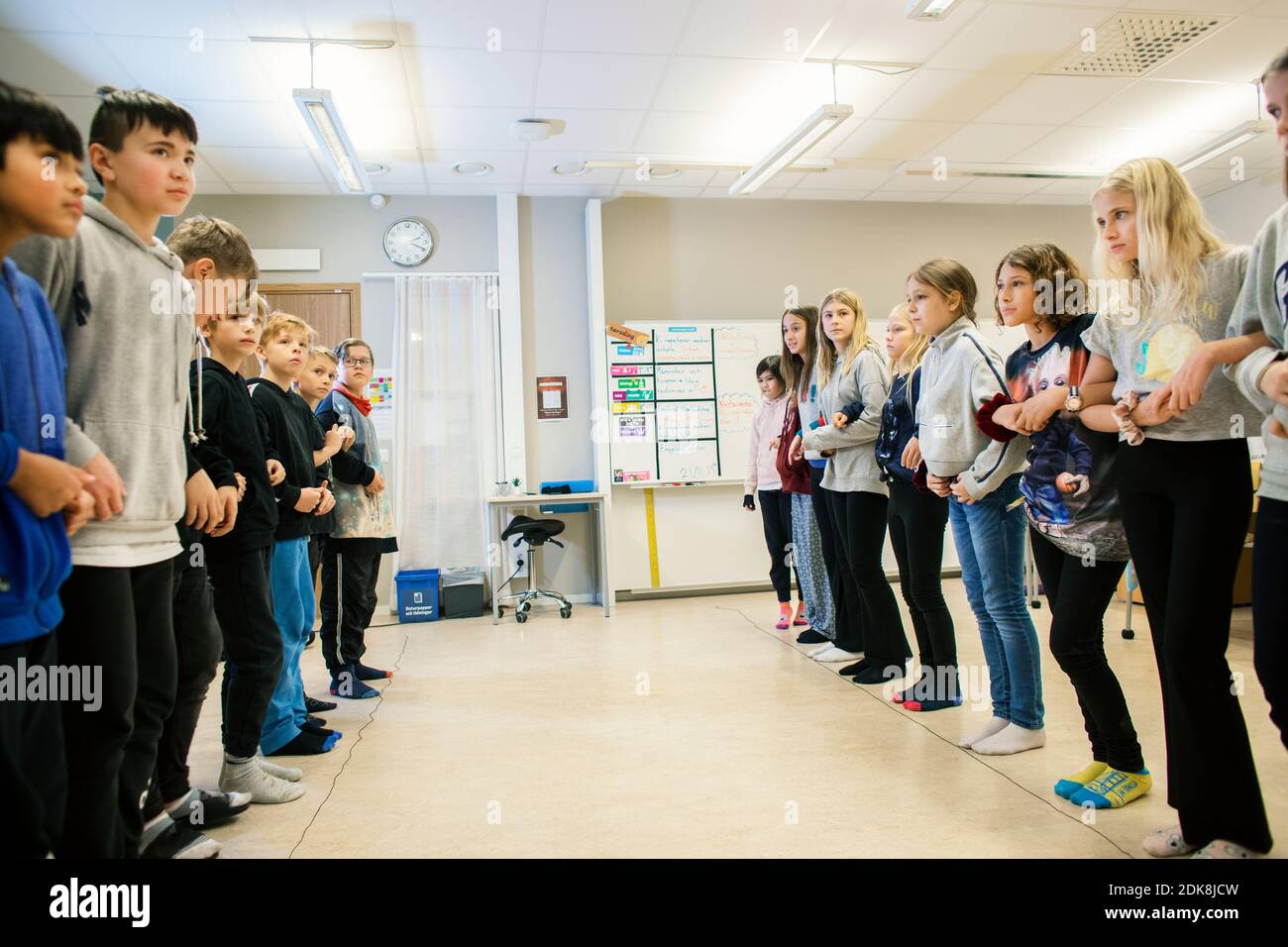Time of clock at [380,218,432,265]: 2:19
